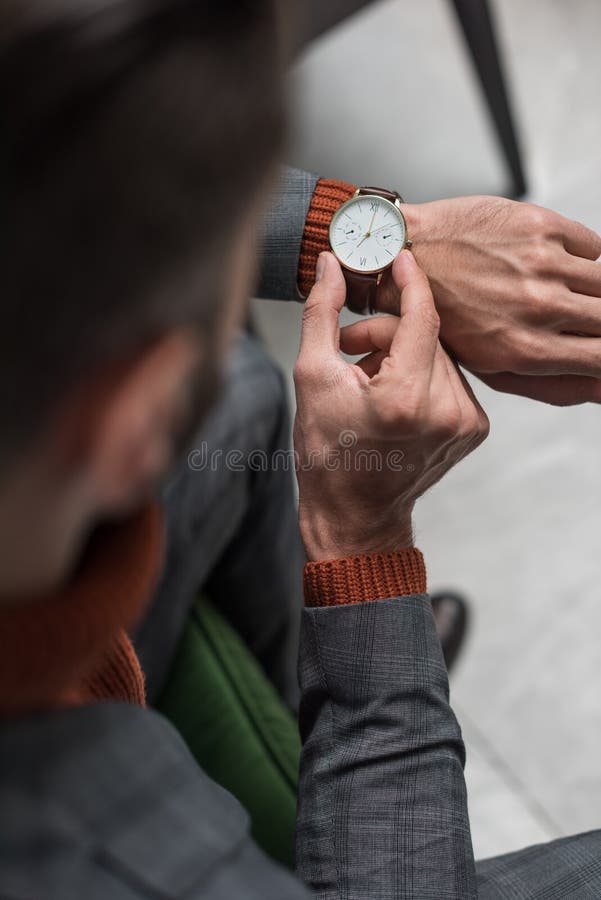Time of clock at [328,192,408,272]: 7:01
